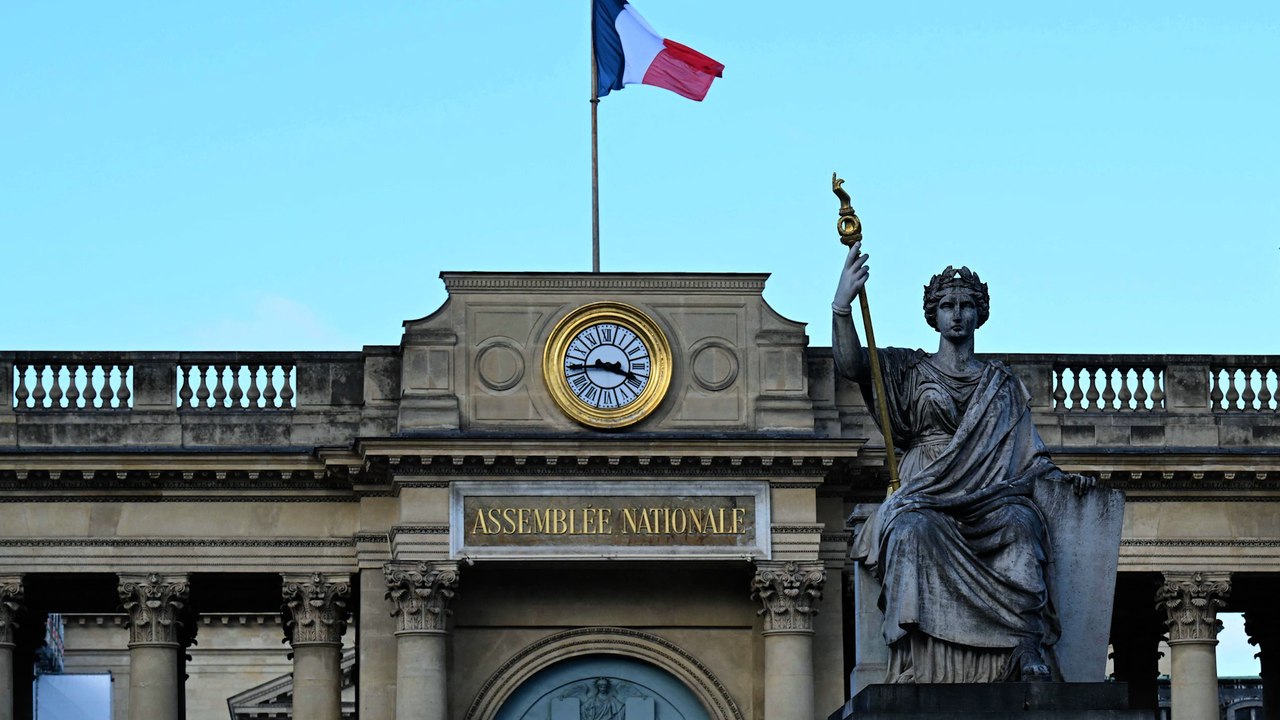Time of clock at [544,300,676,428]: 3:43
